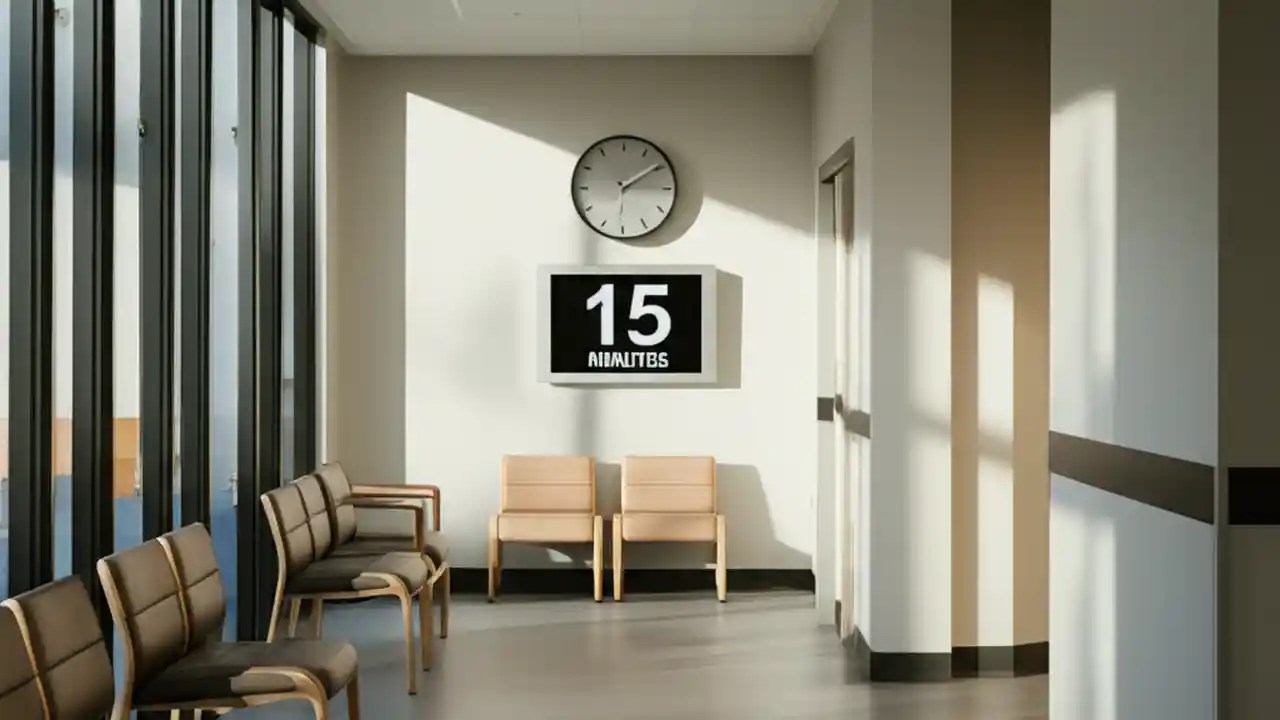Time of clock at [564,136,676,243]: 2:09
